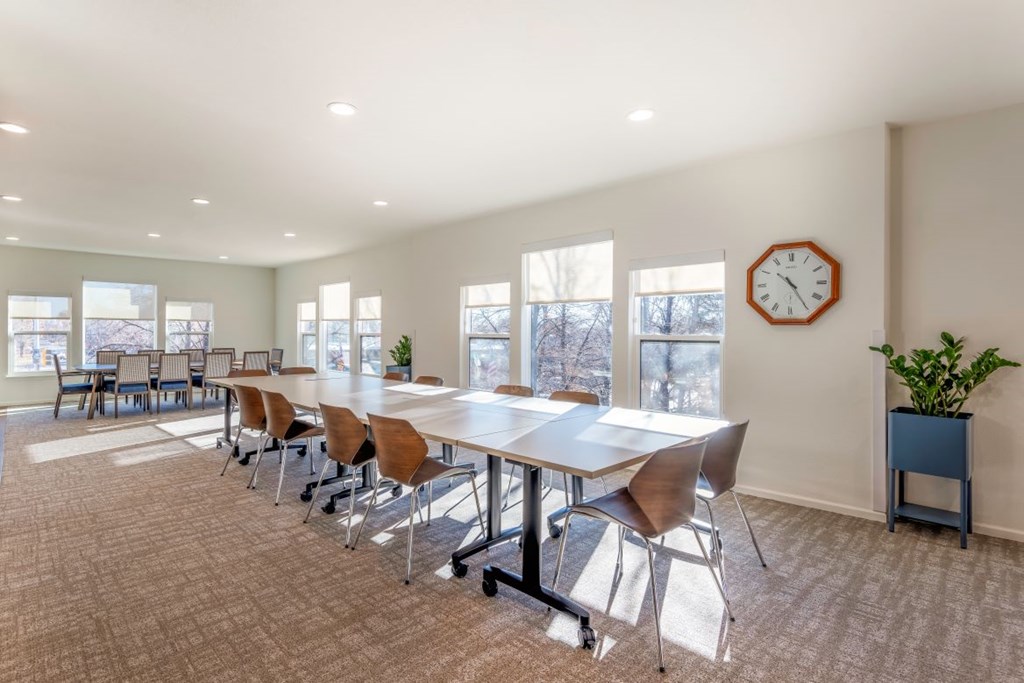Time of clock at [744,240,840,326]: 10:24
